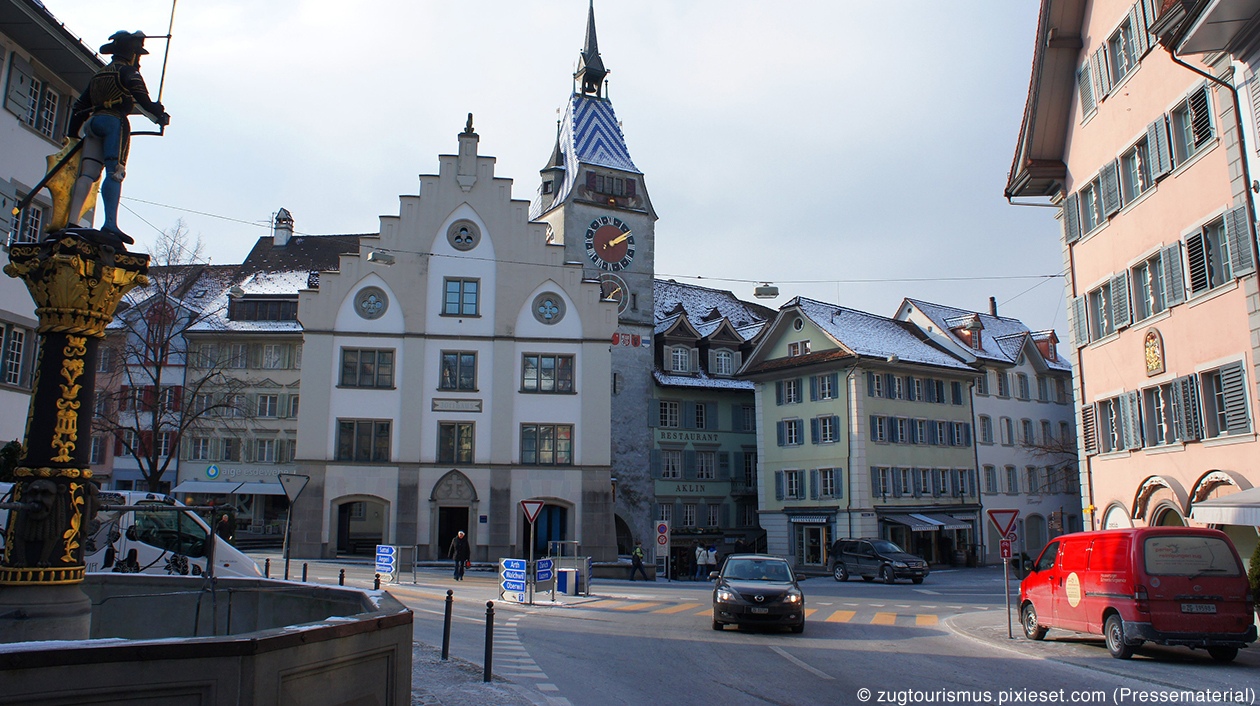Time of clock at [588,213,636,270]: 2:09
